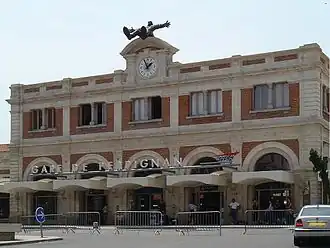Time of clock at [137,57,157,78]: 1:56
